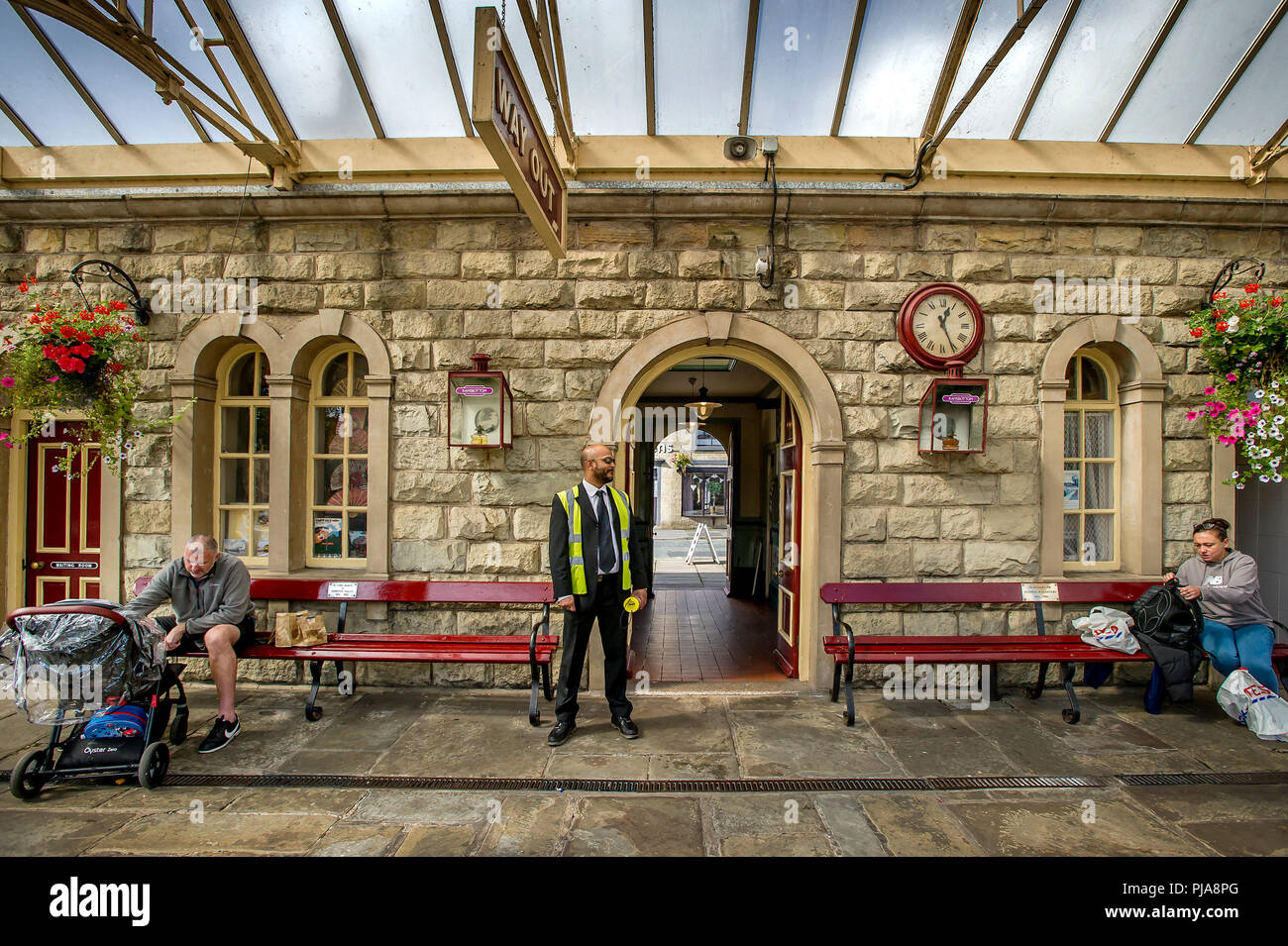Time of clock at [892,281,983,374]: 12:25
